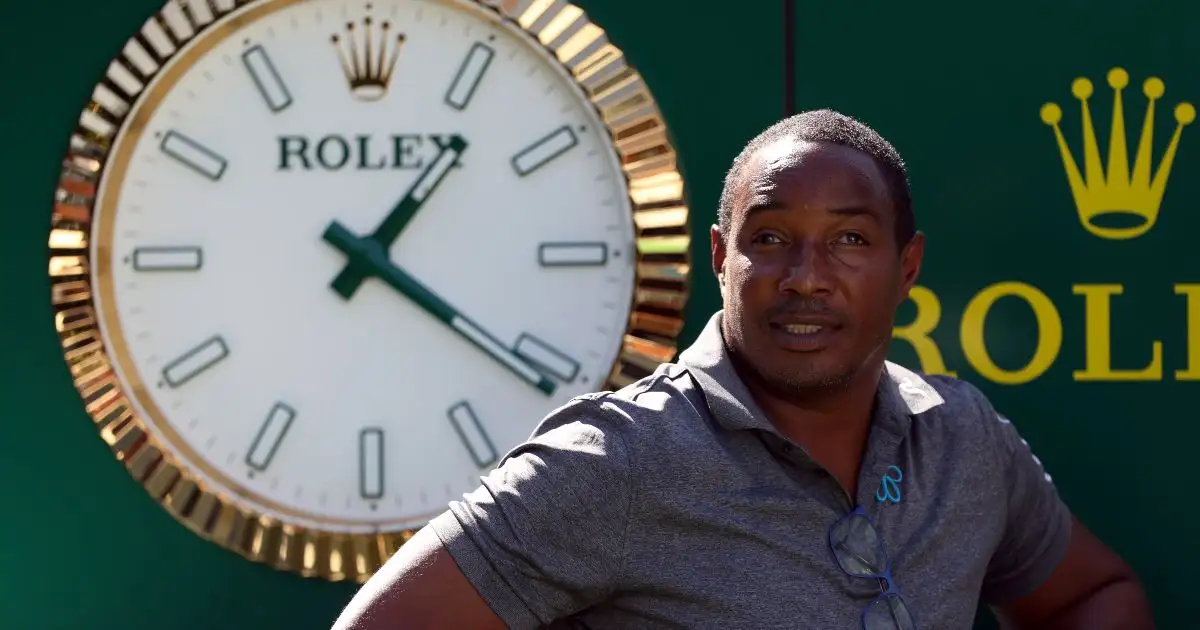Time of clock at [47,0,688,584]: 1:21
